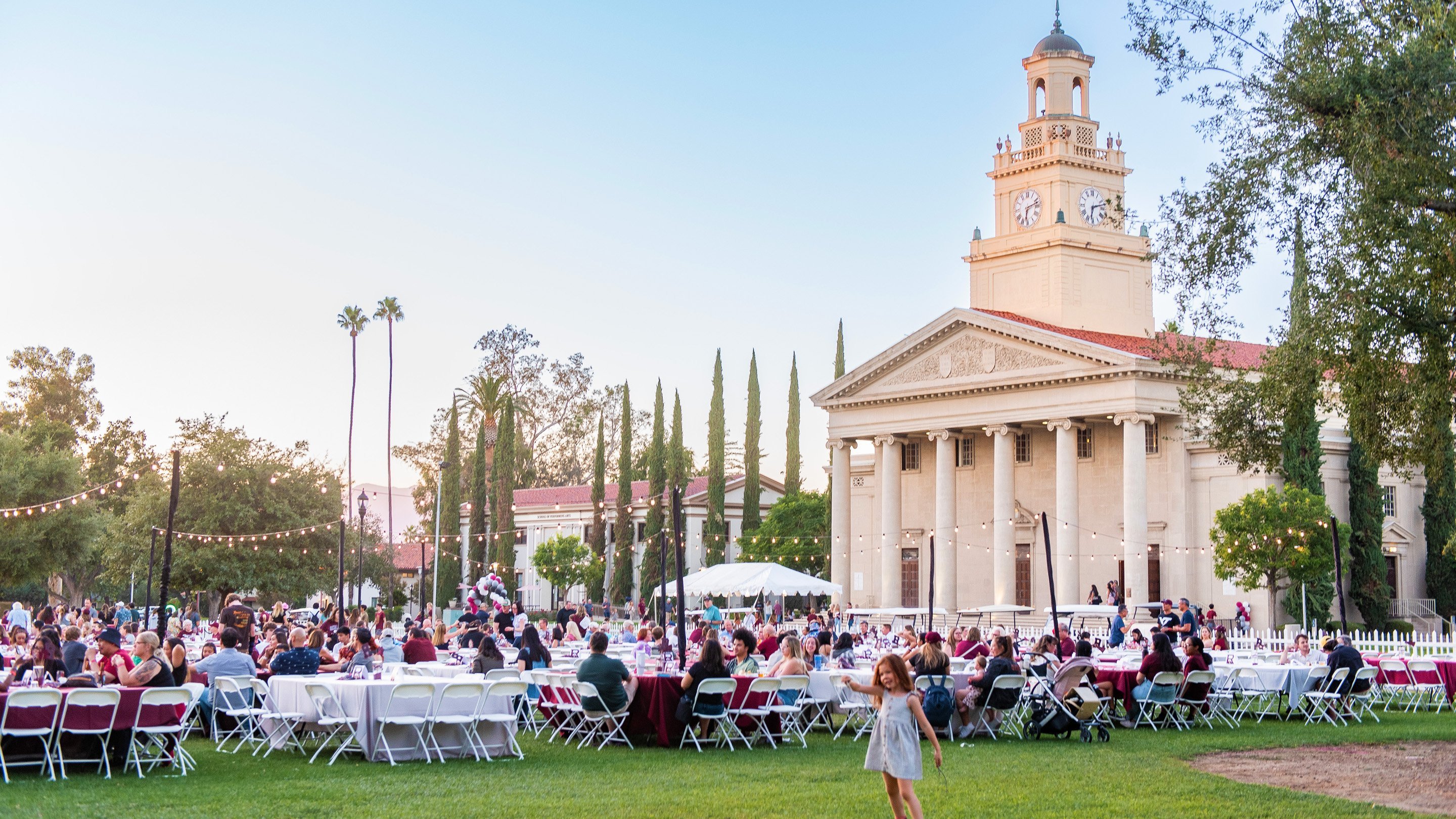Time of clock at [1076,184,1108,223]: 6:12
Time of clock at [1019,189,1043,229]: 6:12
